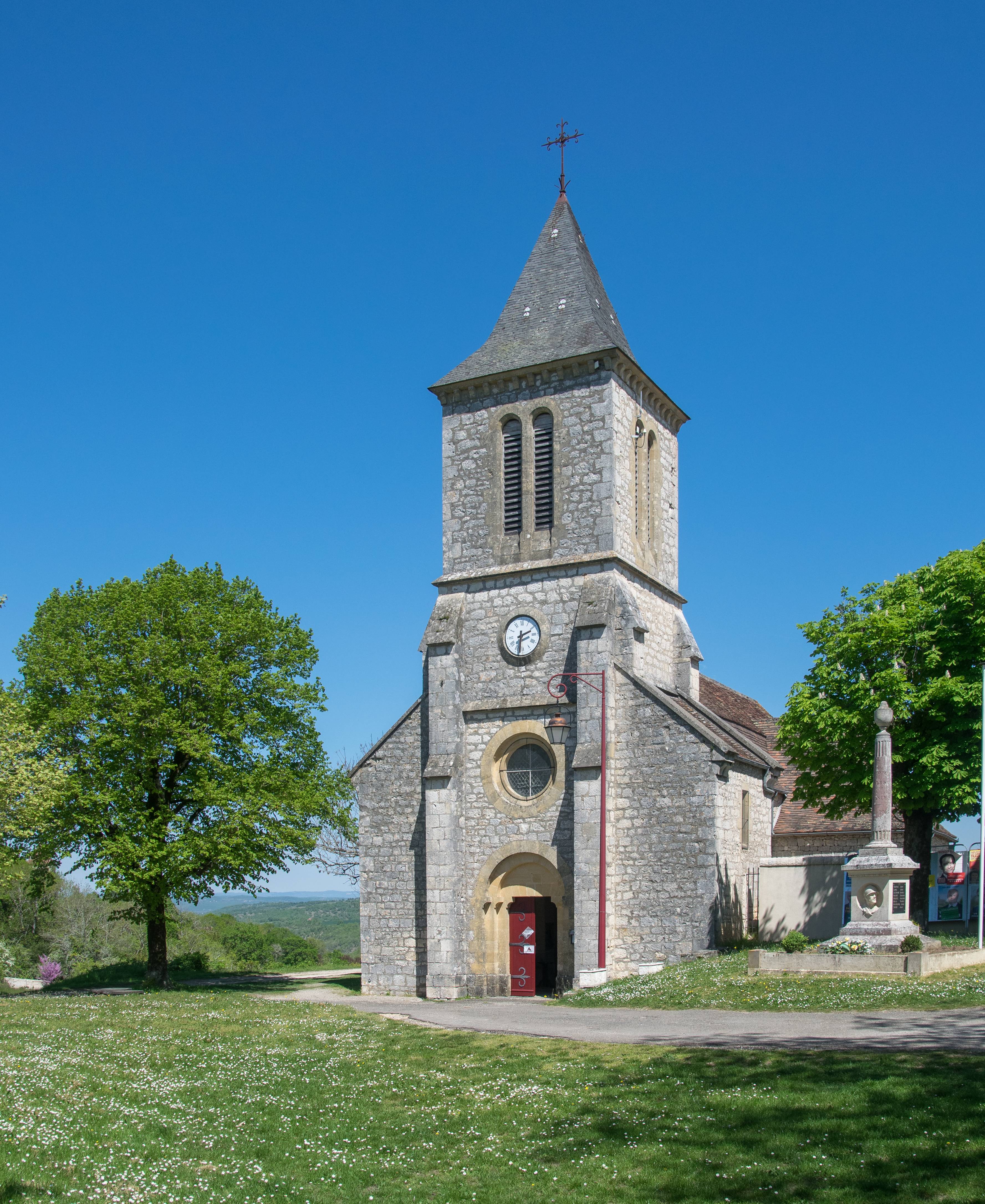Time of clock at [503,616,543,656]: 2:31
